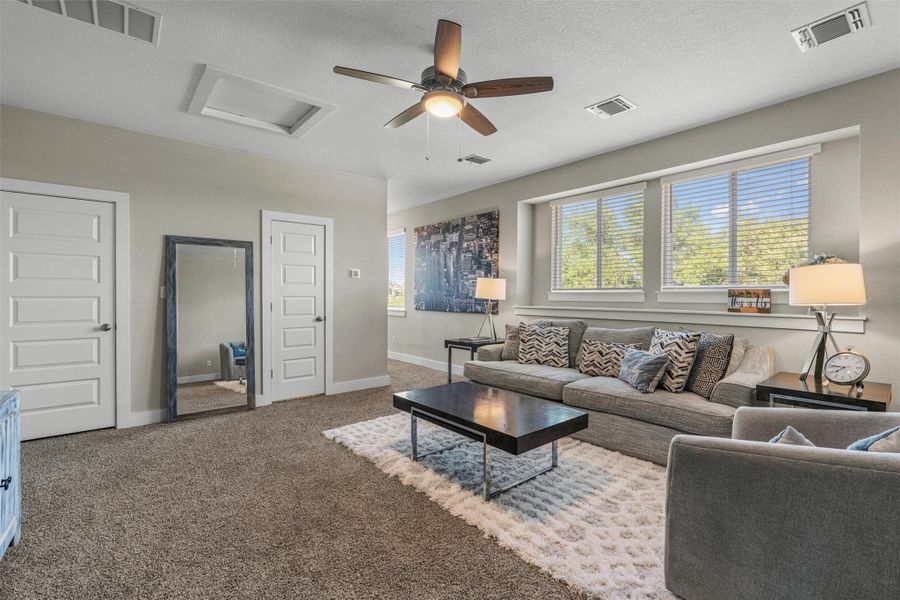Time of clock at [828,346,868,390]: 7:46
